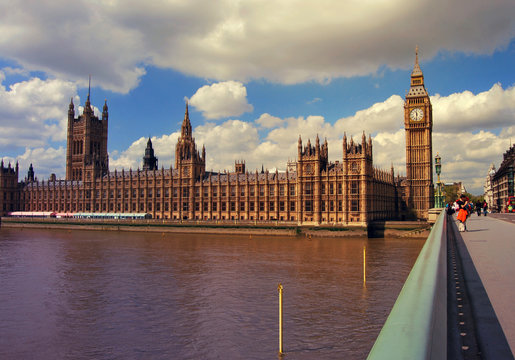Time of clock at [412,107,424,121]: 11:31
